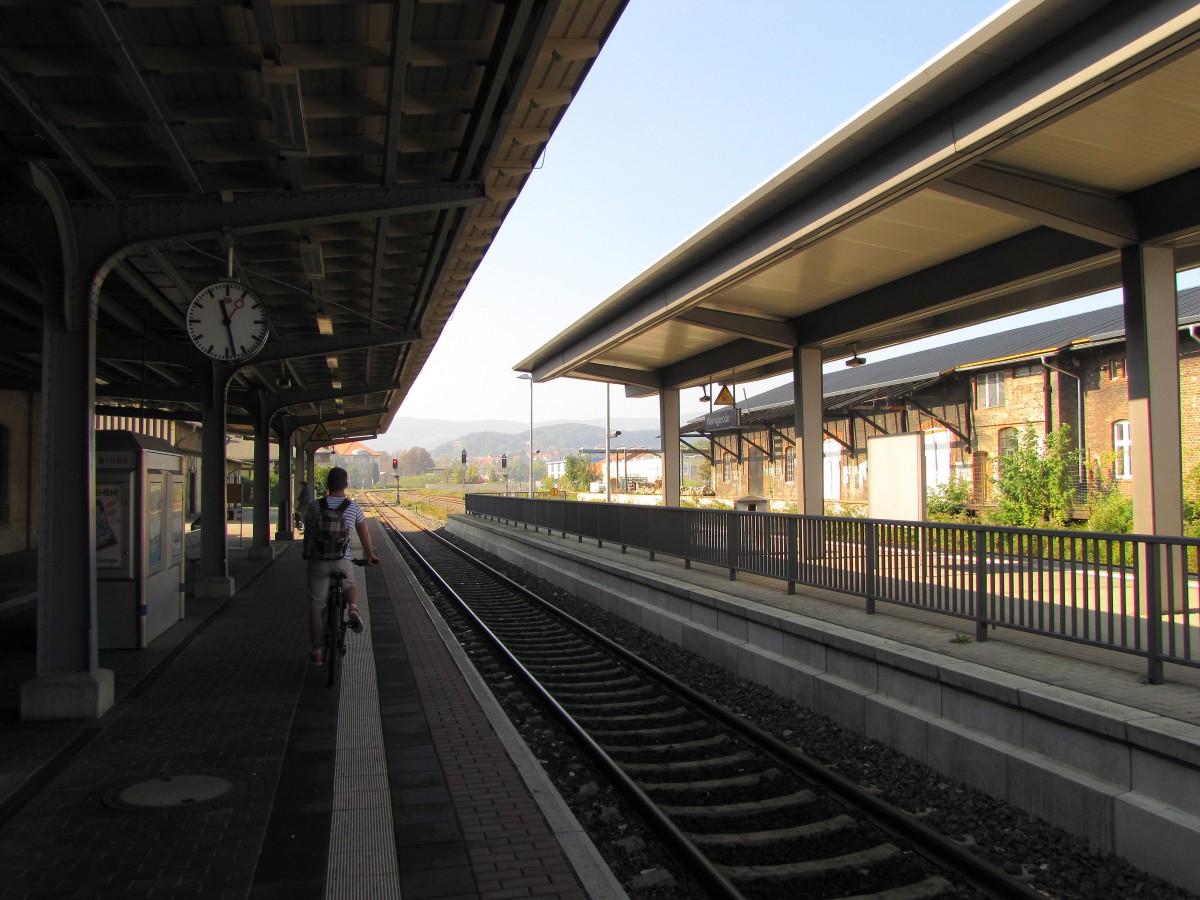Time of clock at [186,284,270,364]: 11:28
